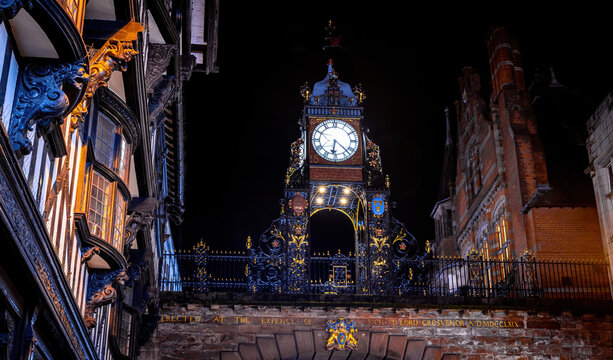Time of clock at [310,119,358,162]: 6:22
